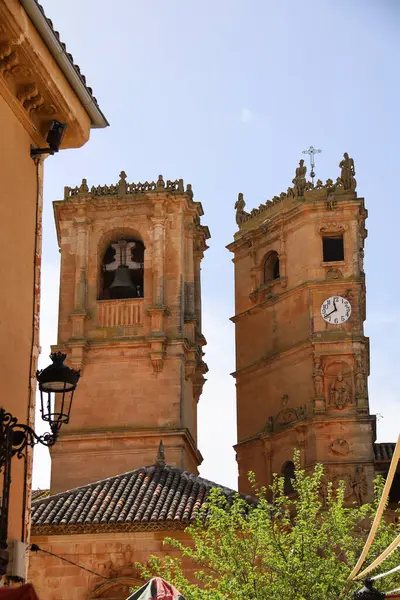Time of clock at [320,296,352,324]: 11:39
